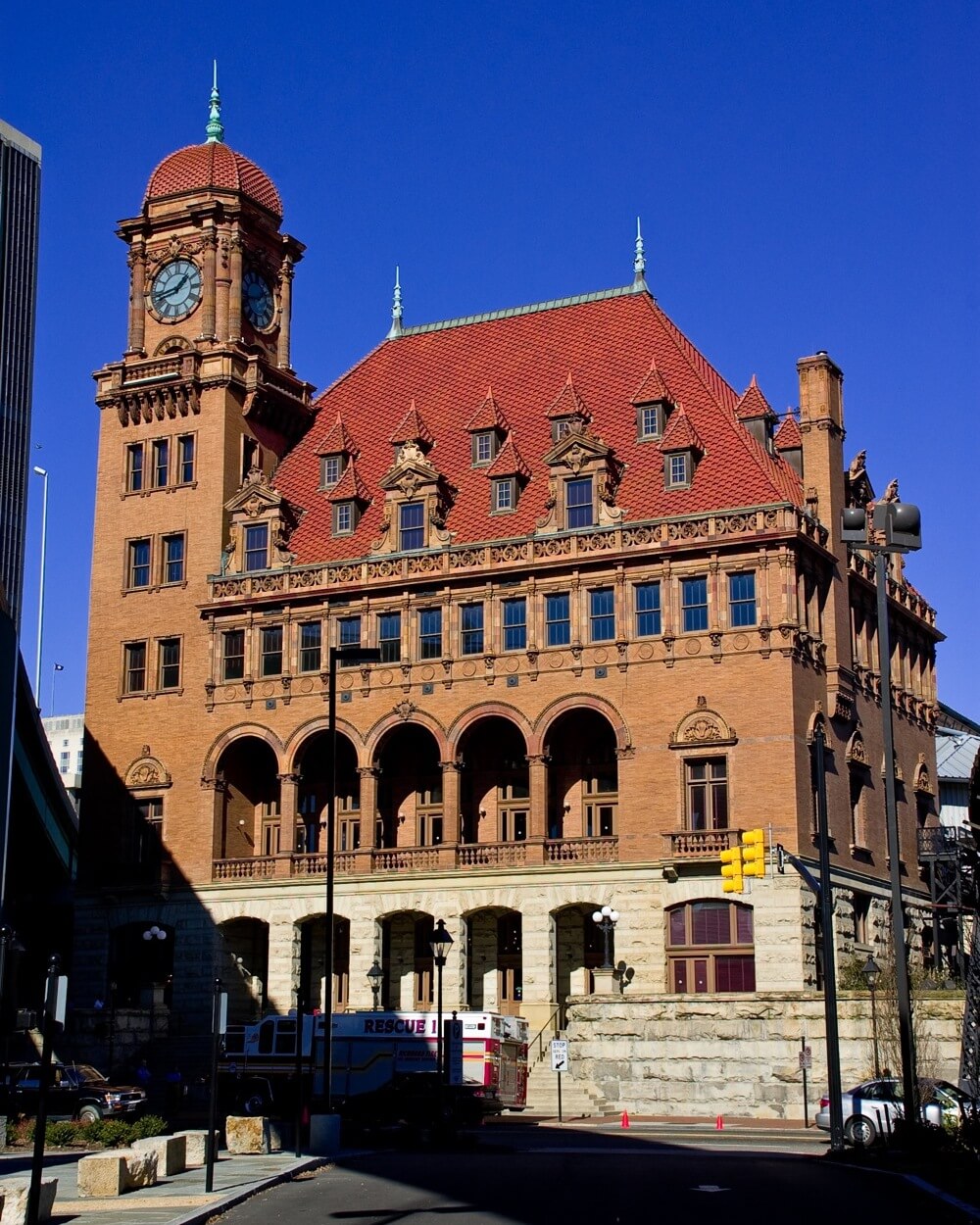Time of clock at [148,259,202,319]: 1:42
